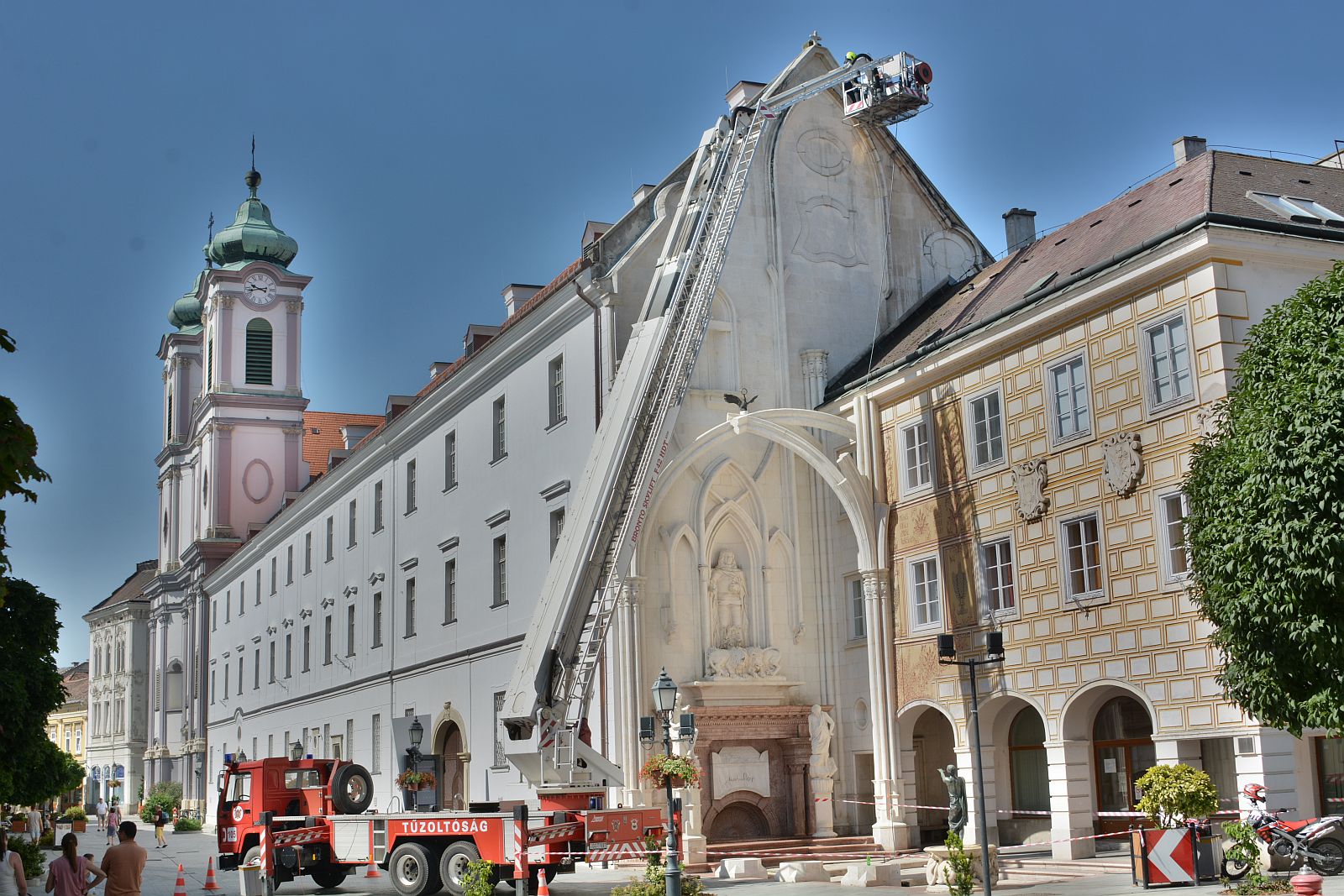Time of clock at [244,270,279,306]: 9:42
